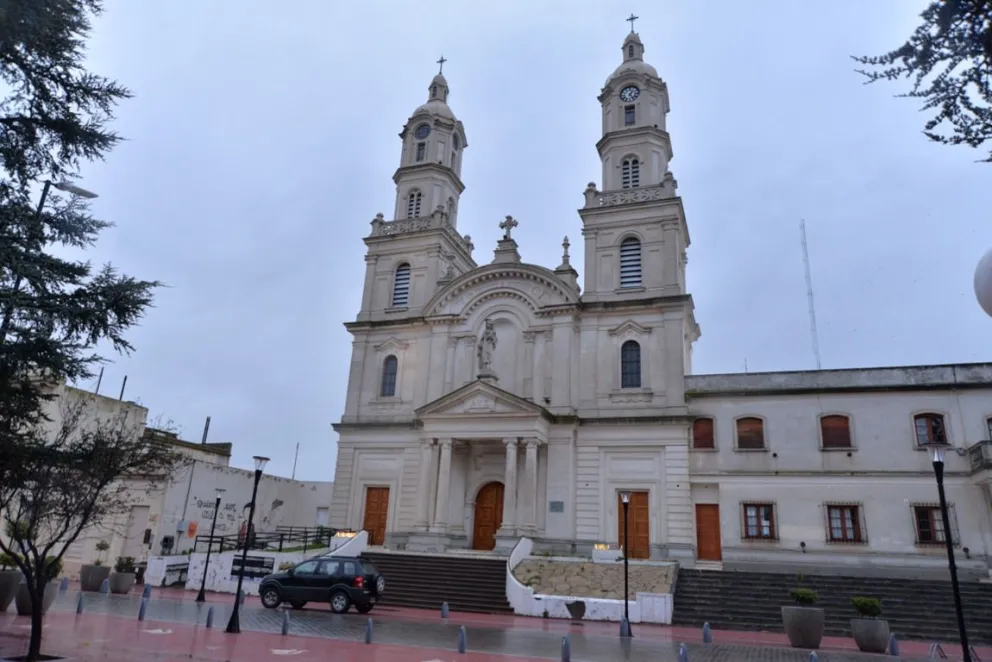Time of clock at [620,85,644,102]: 1:24
